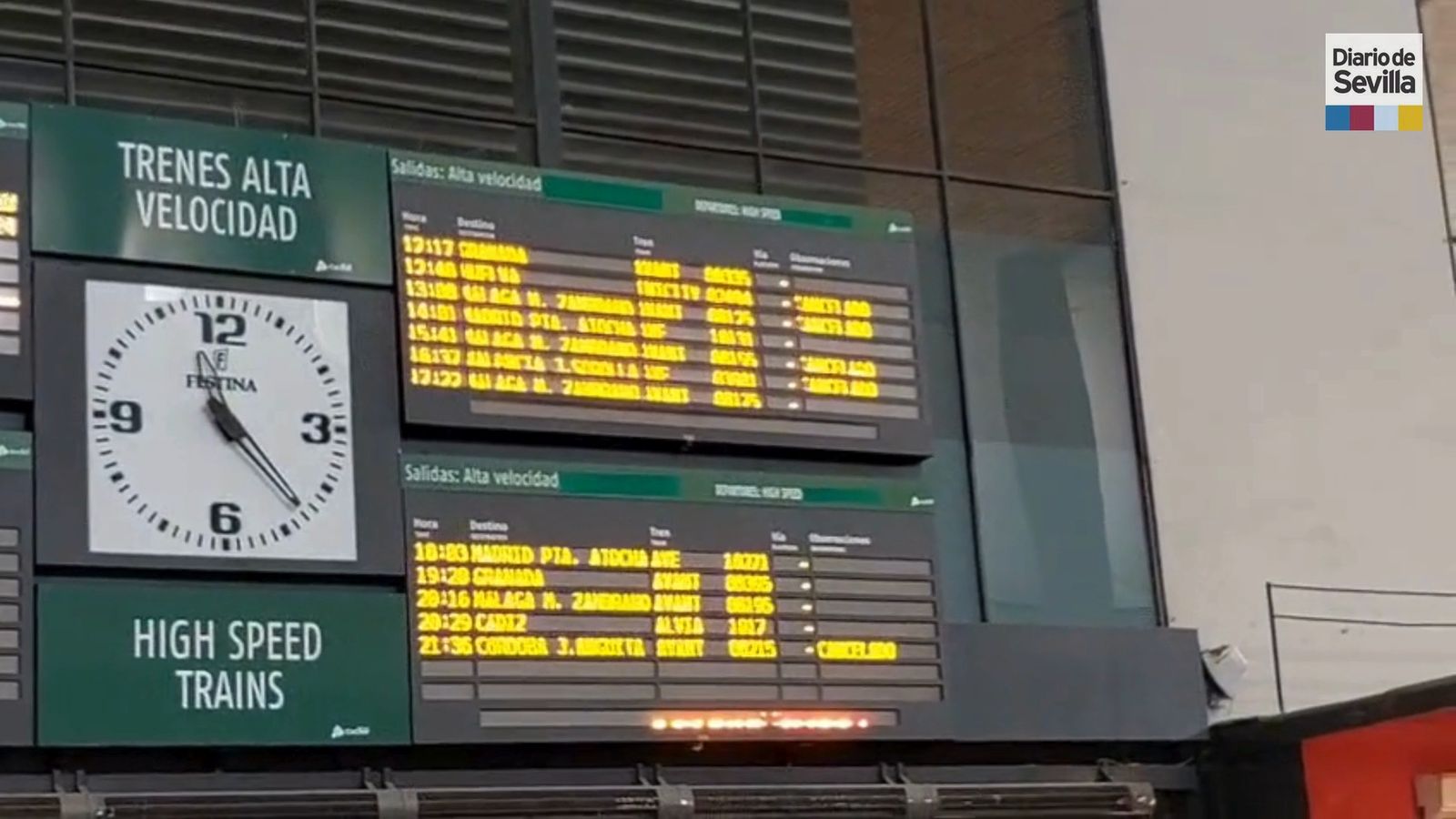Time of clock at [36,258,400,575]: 11:23
